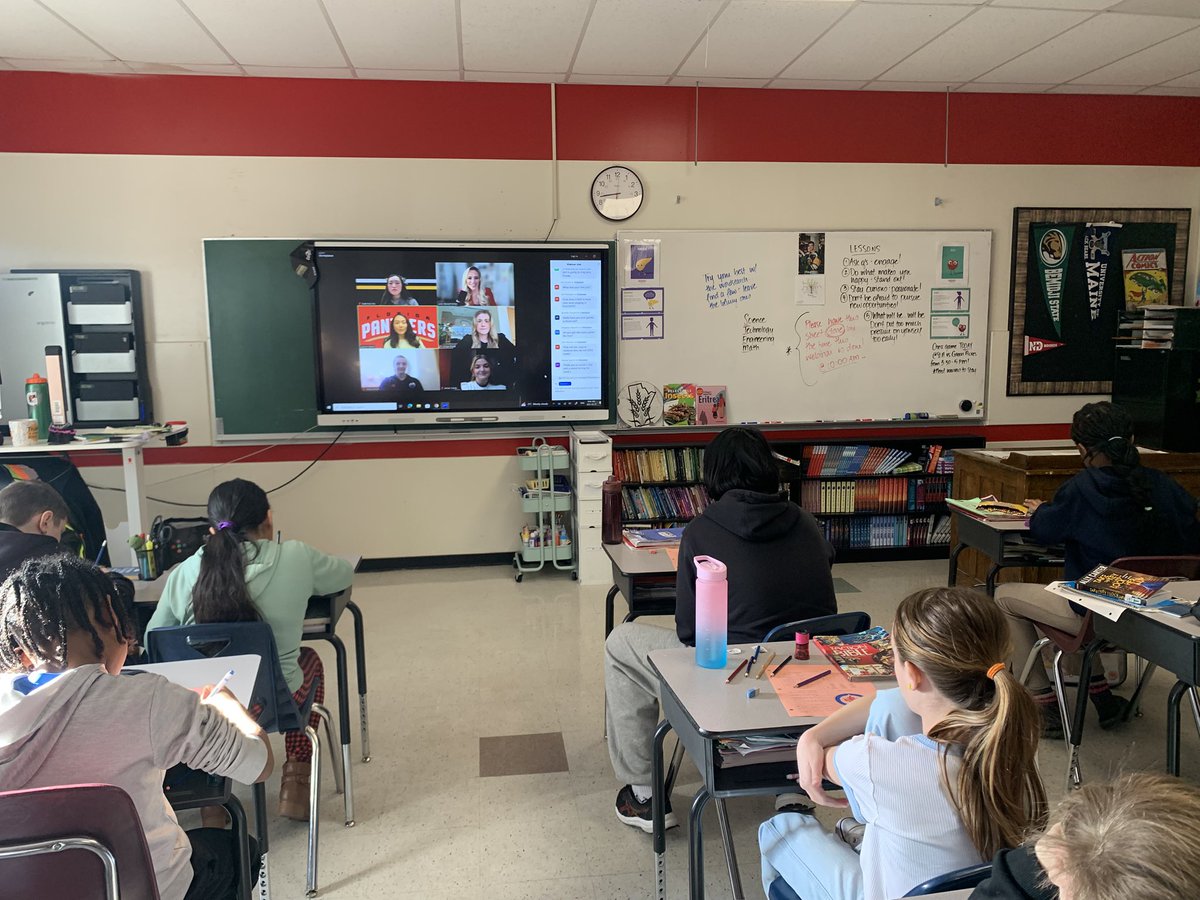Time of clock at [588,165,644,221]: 8:43
